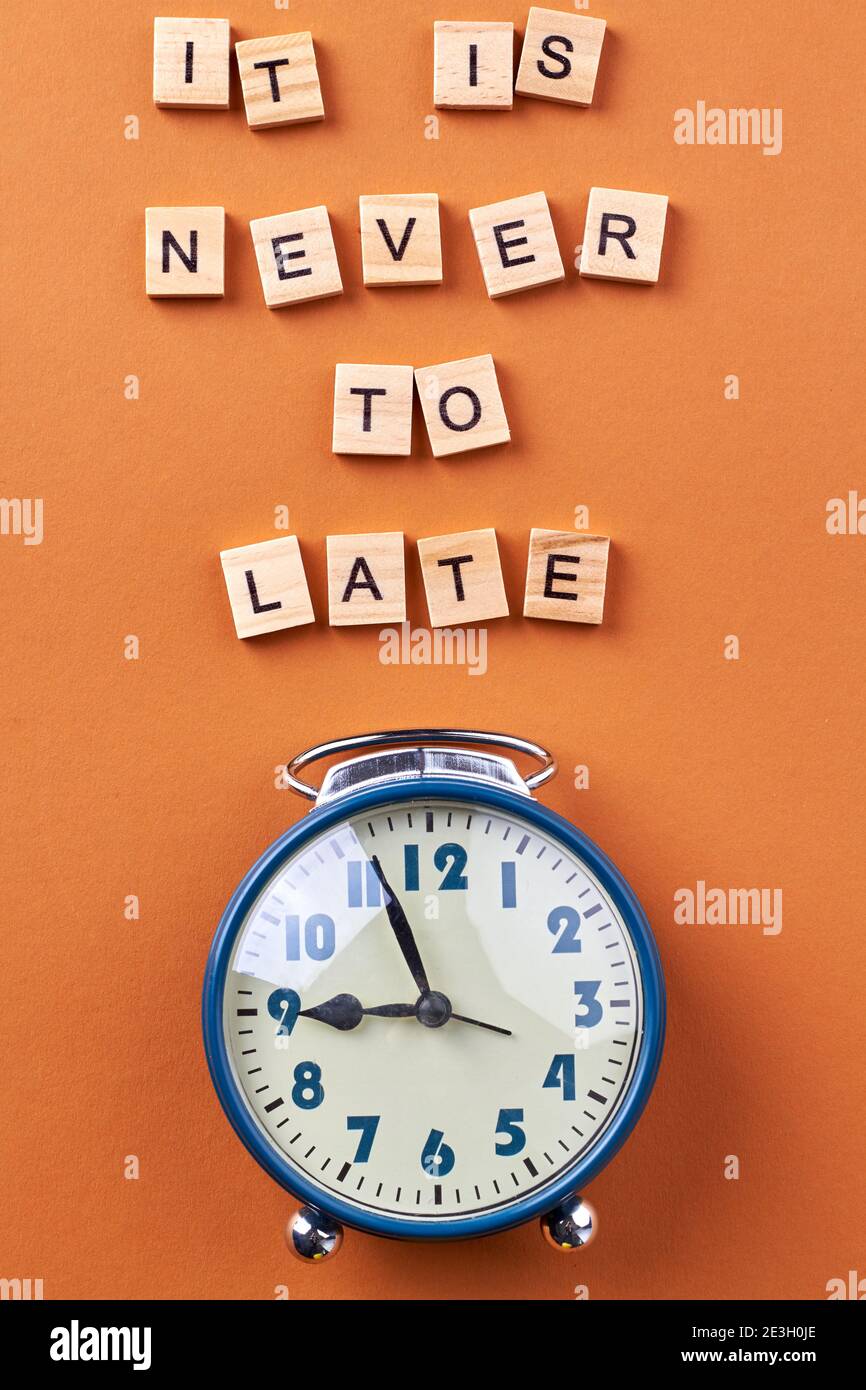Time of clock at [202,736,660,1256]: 8:56
